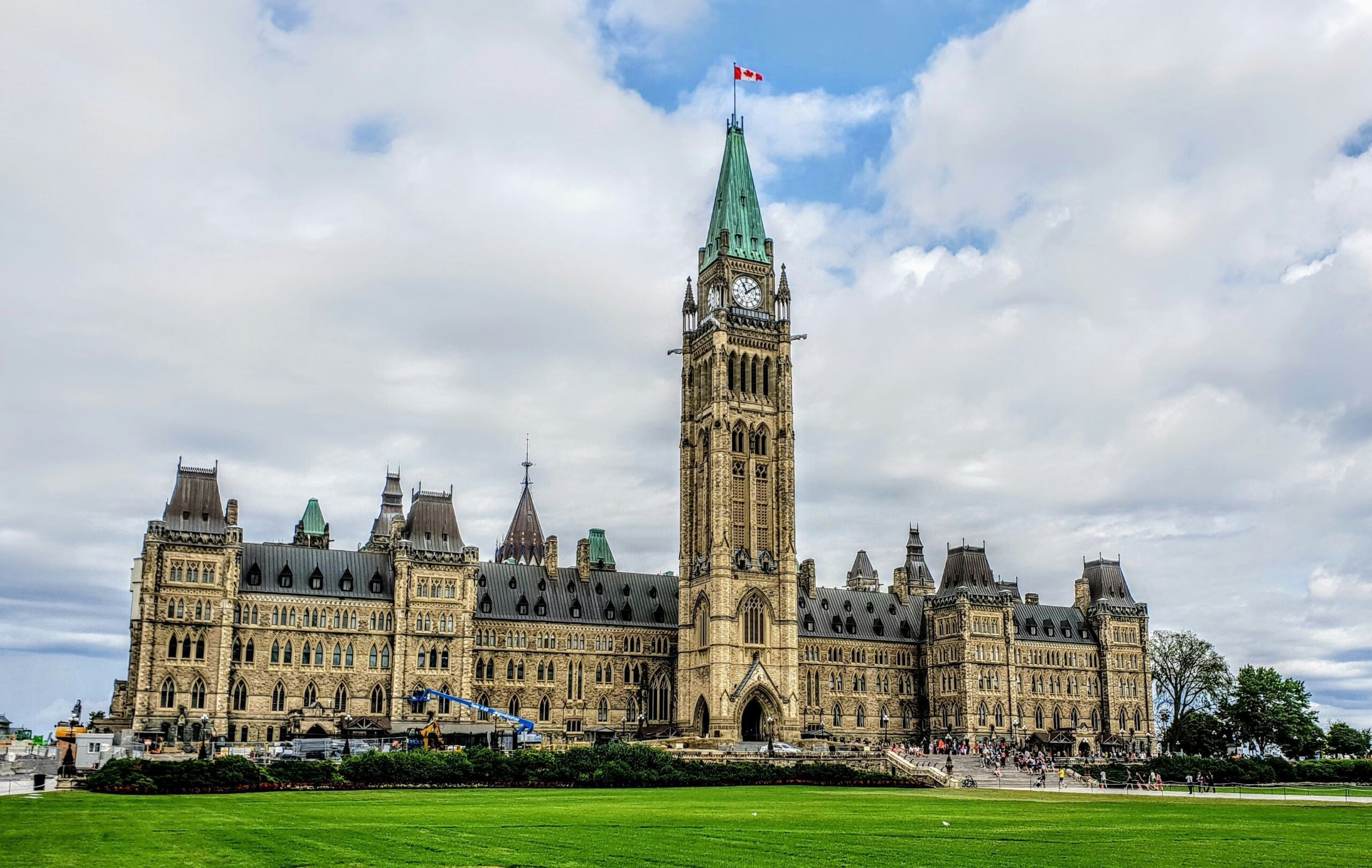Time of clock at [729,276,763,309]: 11:08
